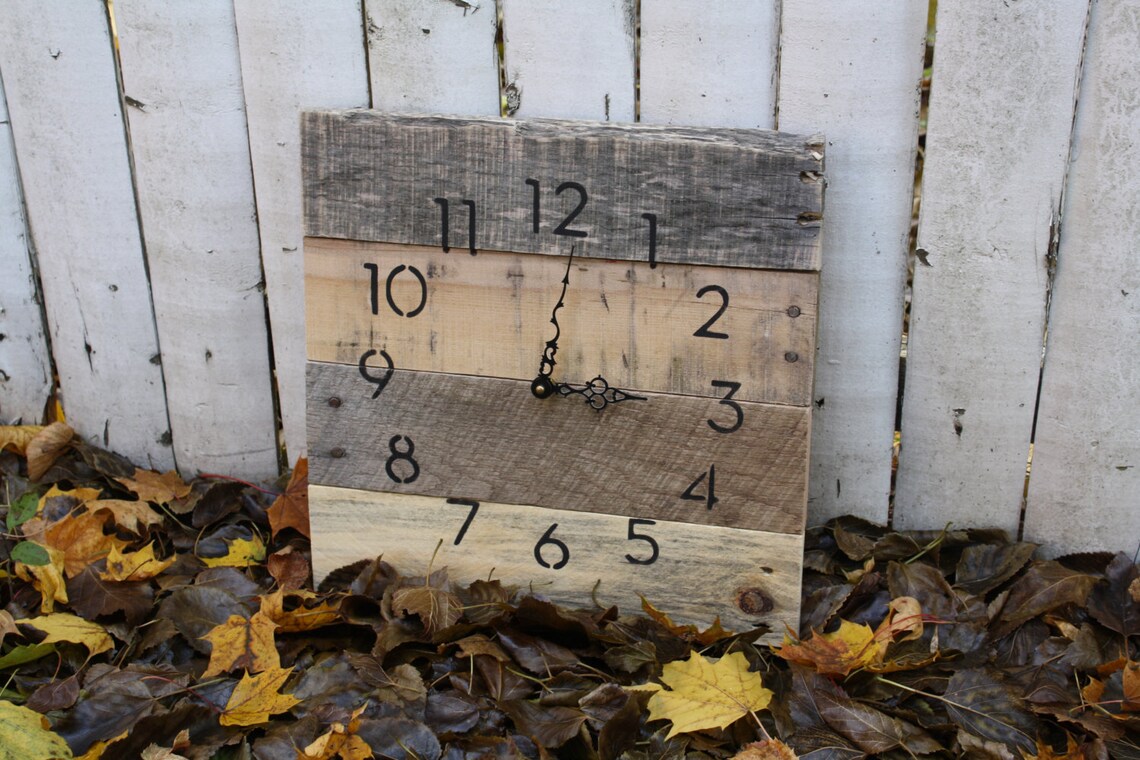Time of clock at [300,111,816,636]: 3:01
